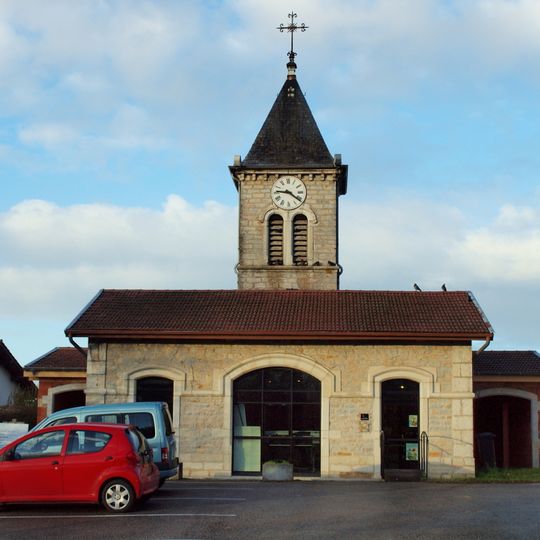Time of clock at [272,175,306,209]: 9:21
